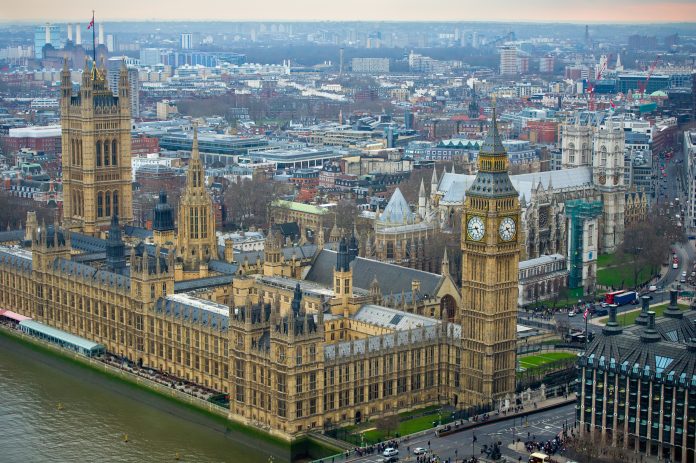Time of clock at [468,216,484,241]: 4:42
